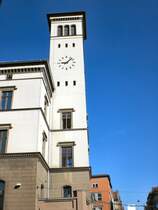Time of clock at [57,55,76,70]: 9:07
